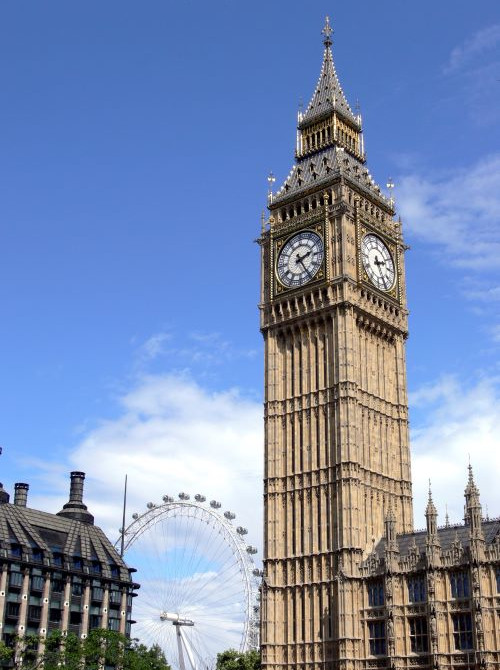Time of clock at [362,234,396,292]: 2:25
